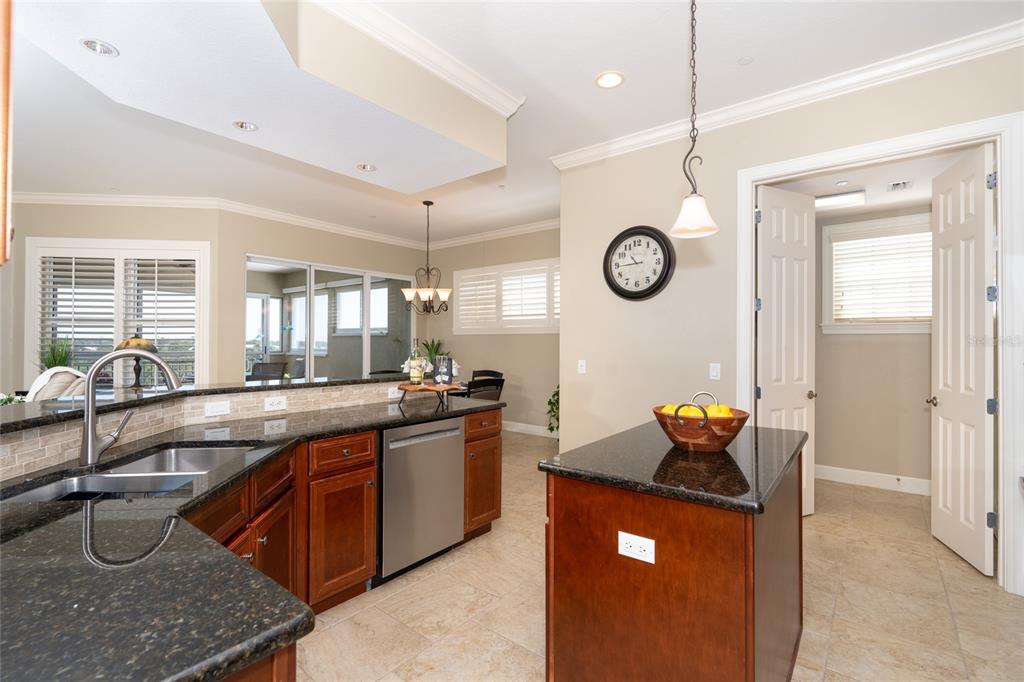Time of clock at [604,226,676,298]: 10:44
